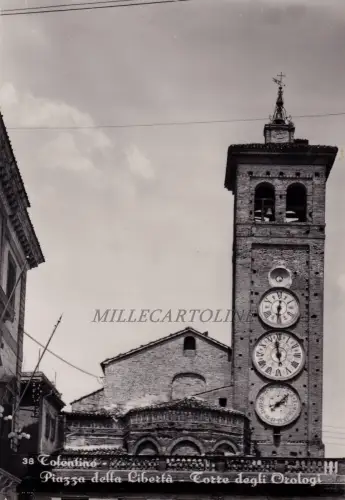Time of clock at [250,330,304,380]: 11:58
